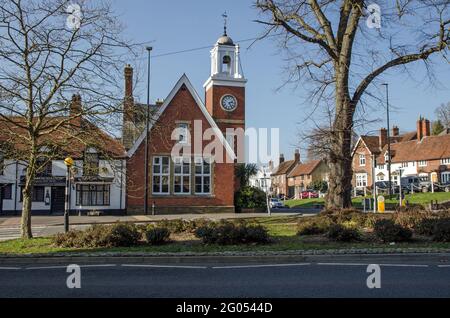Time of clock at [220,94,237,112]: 2:24
